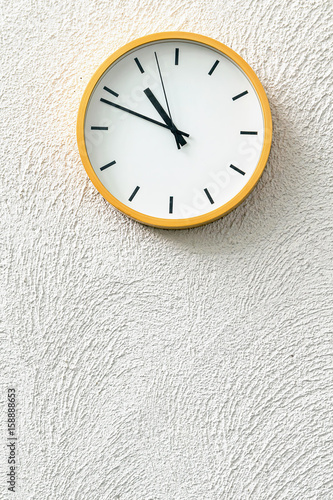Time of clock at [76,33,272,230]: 10:48
